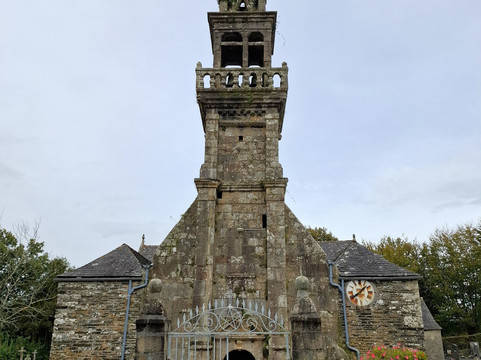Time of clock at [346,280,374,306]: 1:39
